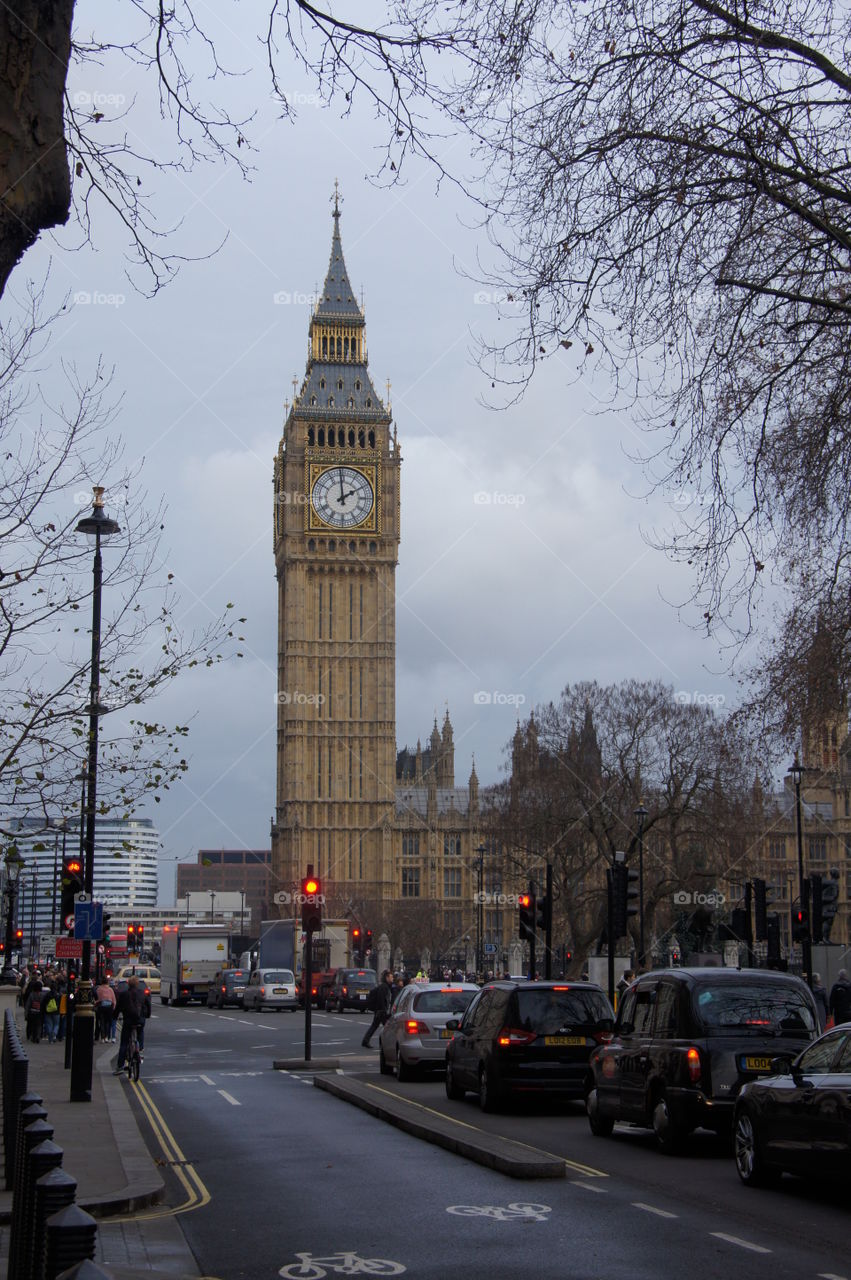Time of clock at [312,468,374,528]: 1:59
